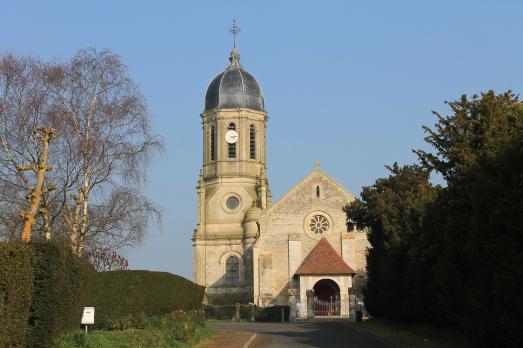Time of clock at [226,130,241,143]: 4:13
